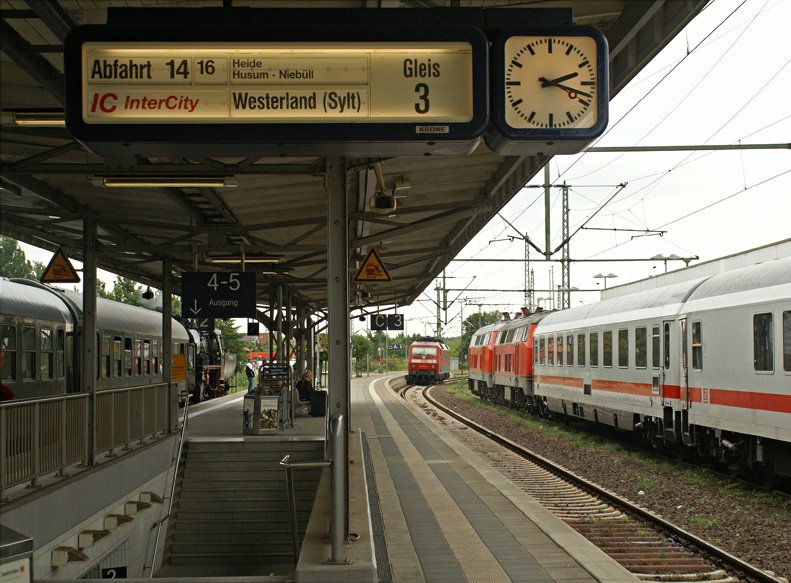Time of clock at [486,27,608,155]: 2:18
